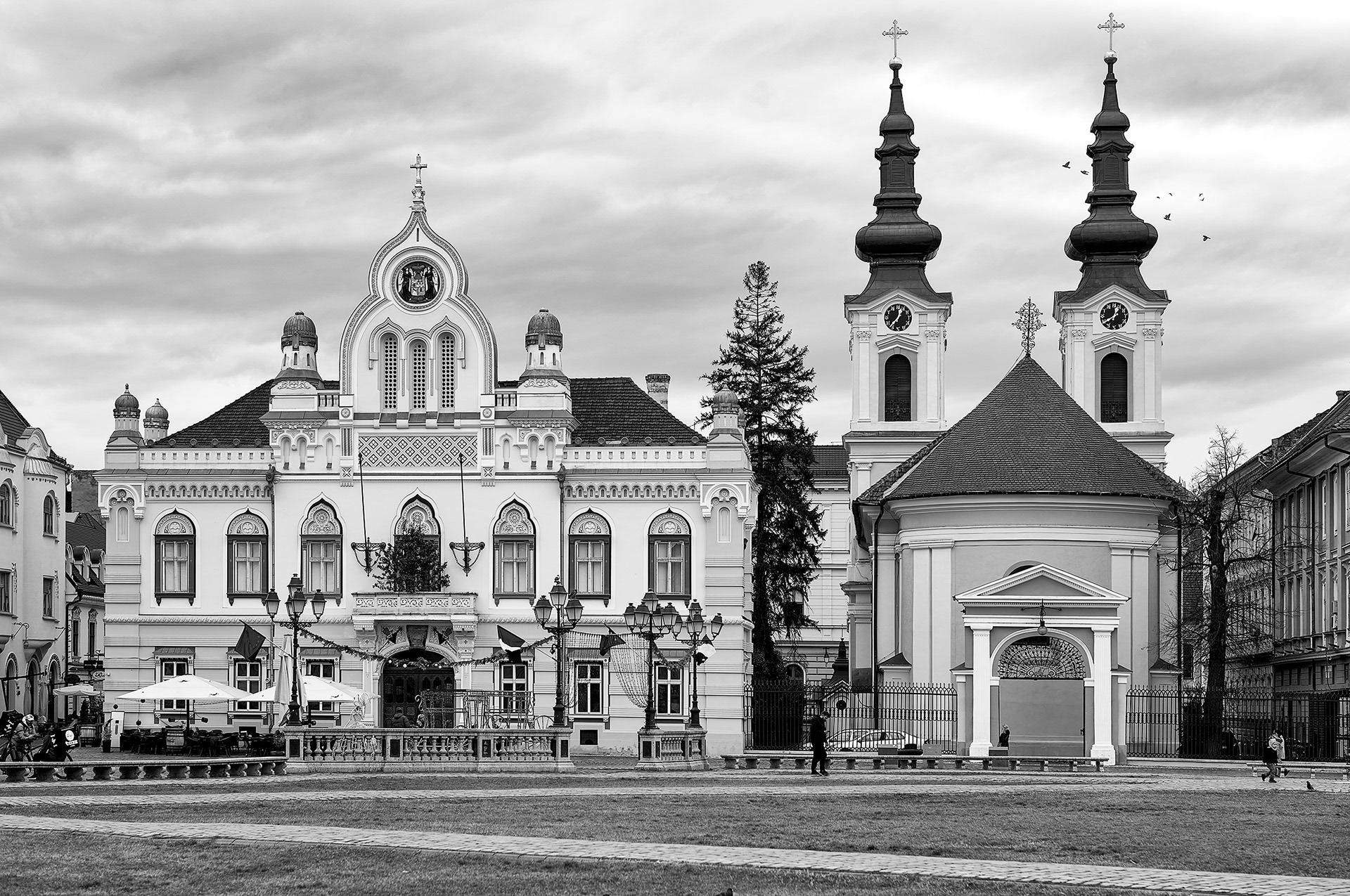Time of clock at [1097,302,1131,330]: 12:39
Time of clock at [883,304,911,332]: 12:36
